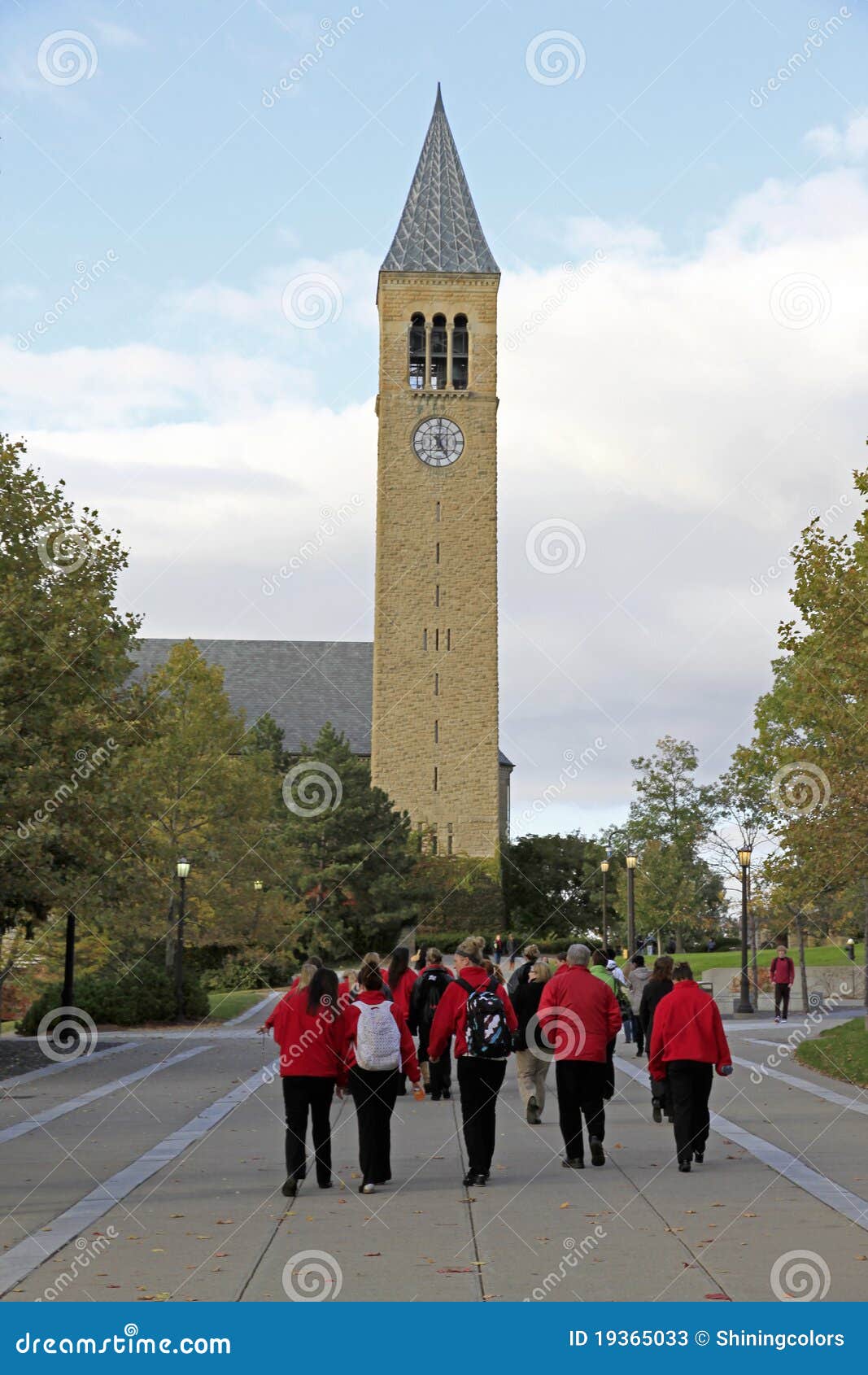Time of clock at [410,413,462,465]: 5:00
